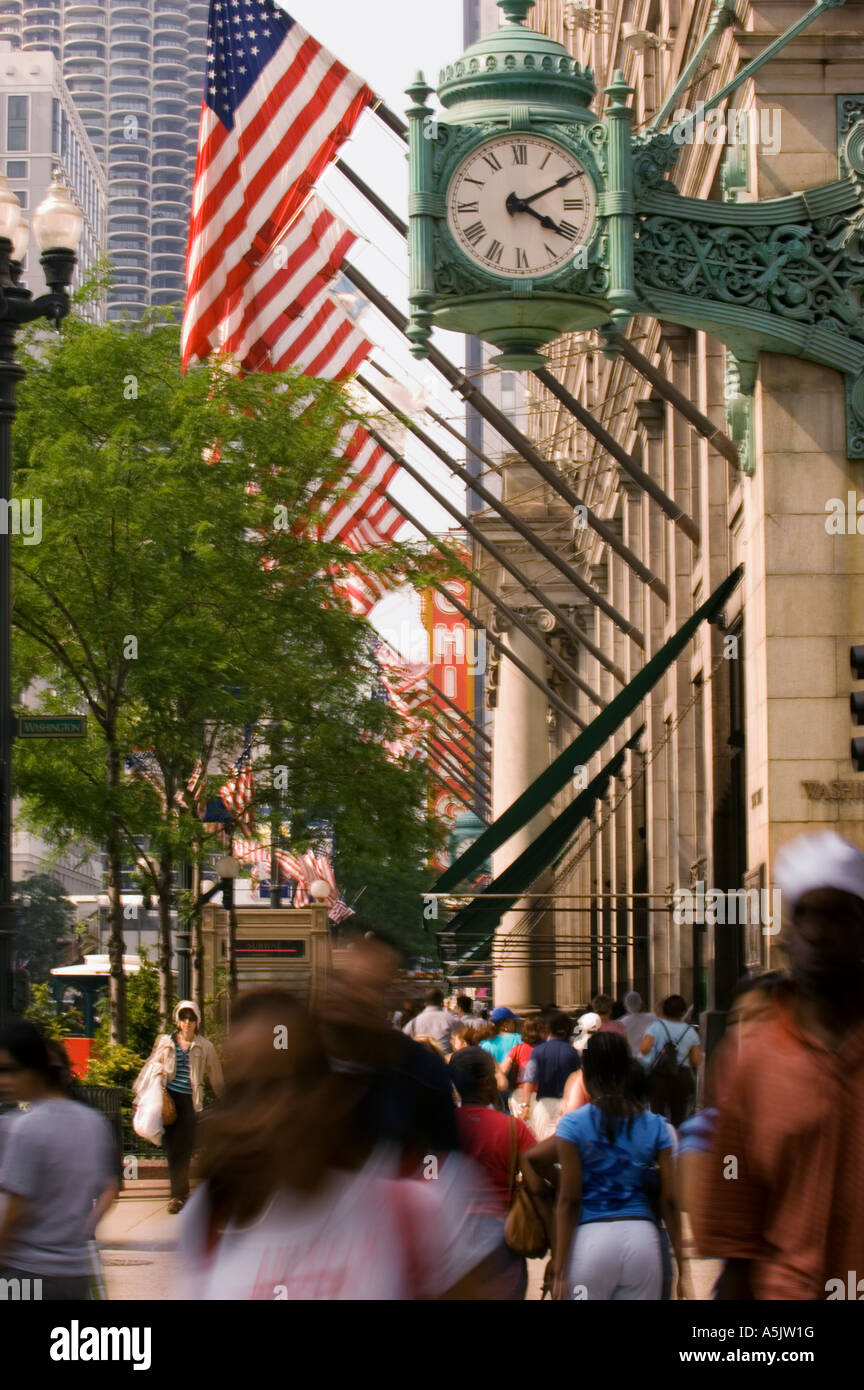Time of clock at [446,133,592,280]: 4:10
